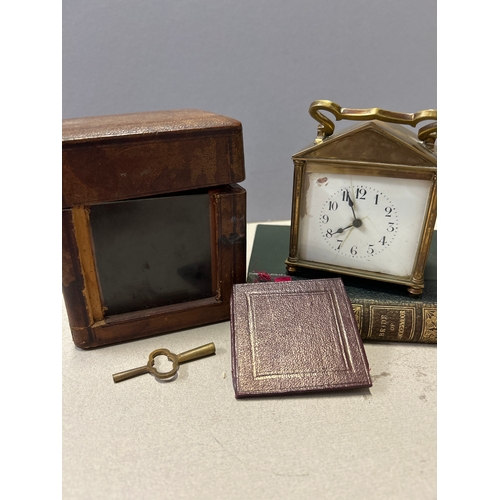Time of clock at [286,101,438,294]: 7:56
